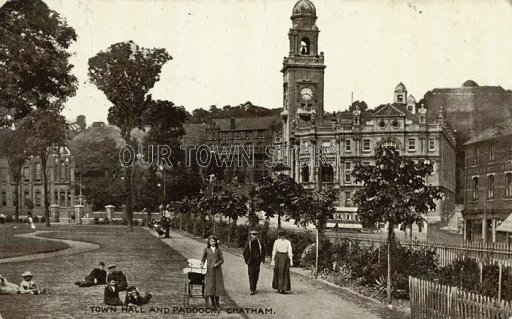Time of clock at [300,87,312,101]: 3:42
